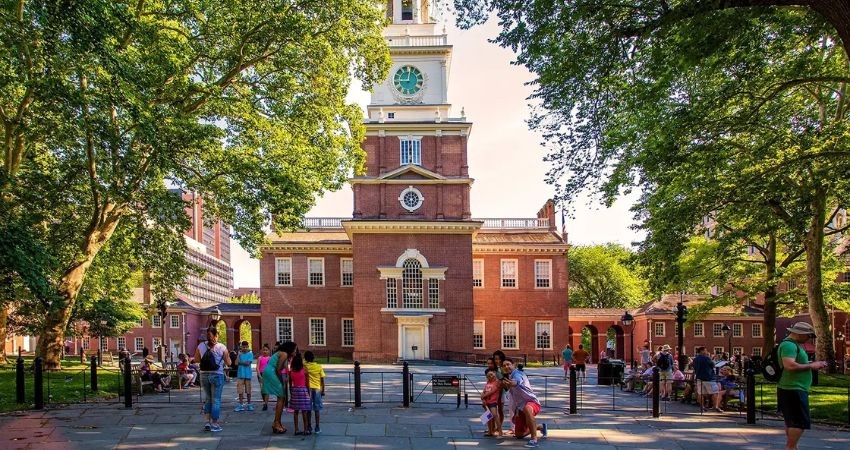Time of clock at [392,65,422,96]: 9:01
